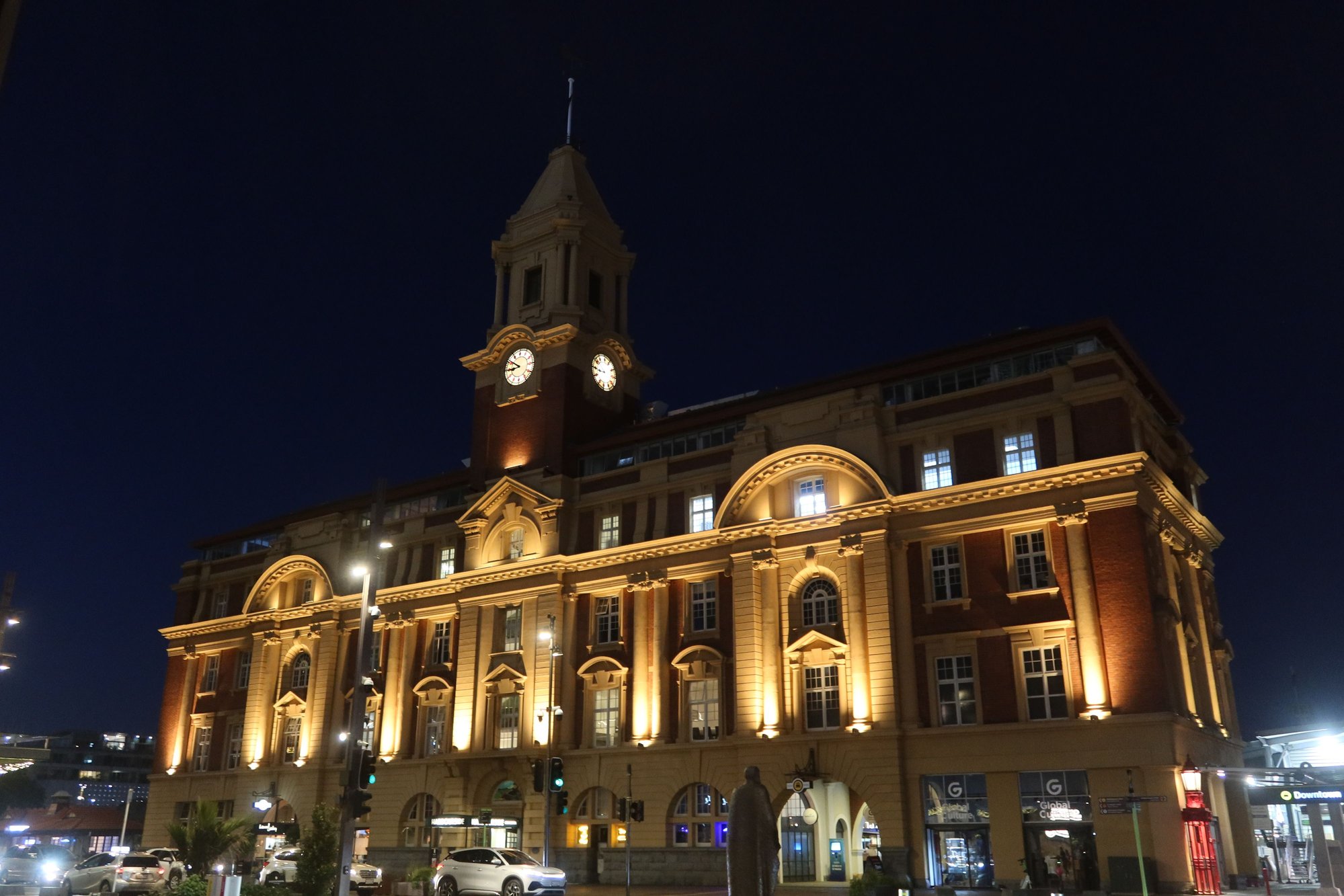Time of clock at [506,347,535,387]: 8:50
